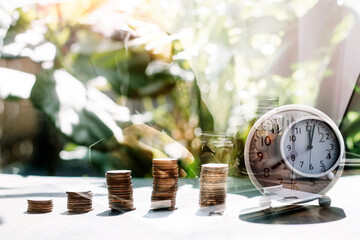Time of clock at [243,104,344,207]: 12:02
